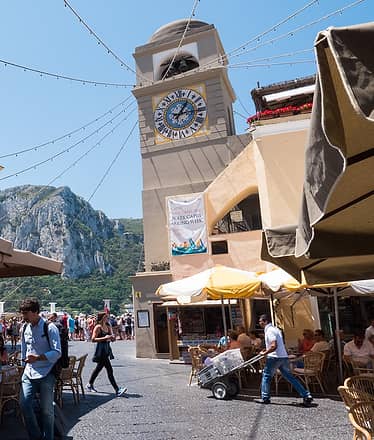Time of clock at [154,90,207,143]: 1:13
